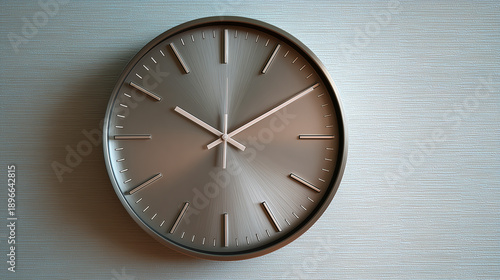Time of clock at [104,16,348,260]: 10:09
